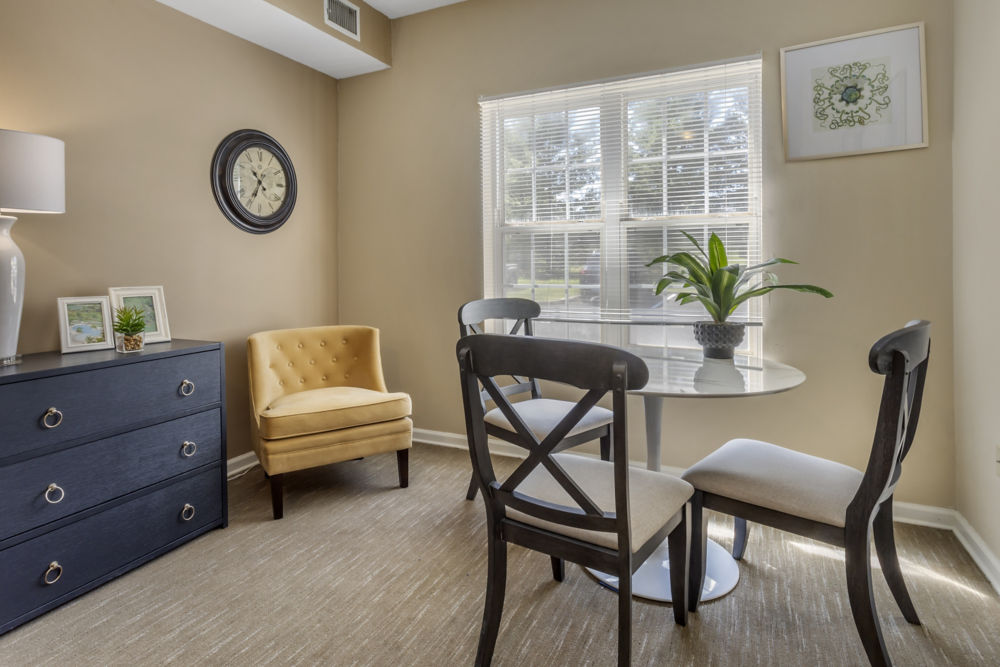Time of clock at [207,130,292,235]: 10:34
